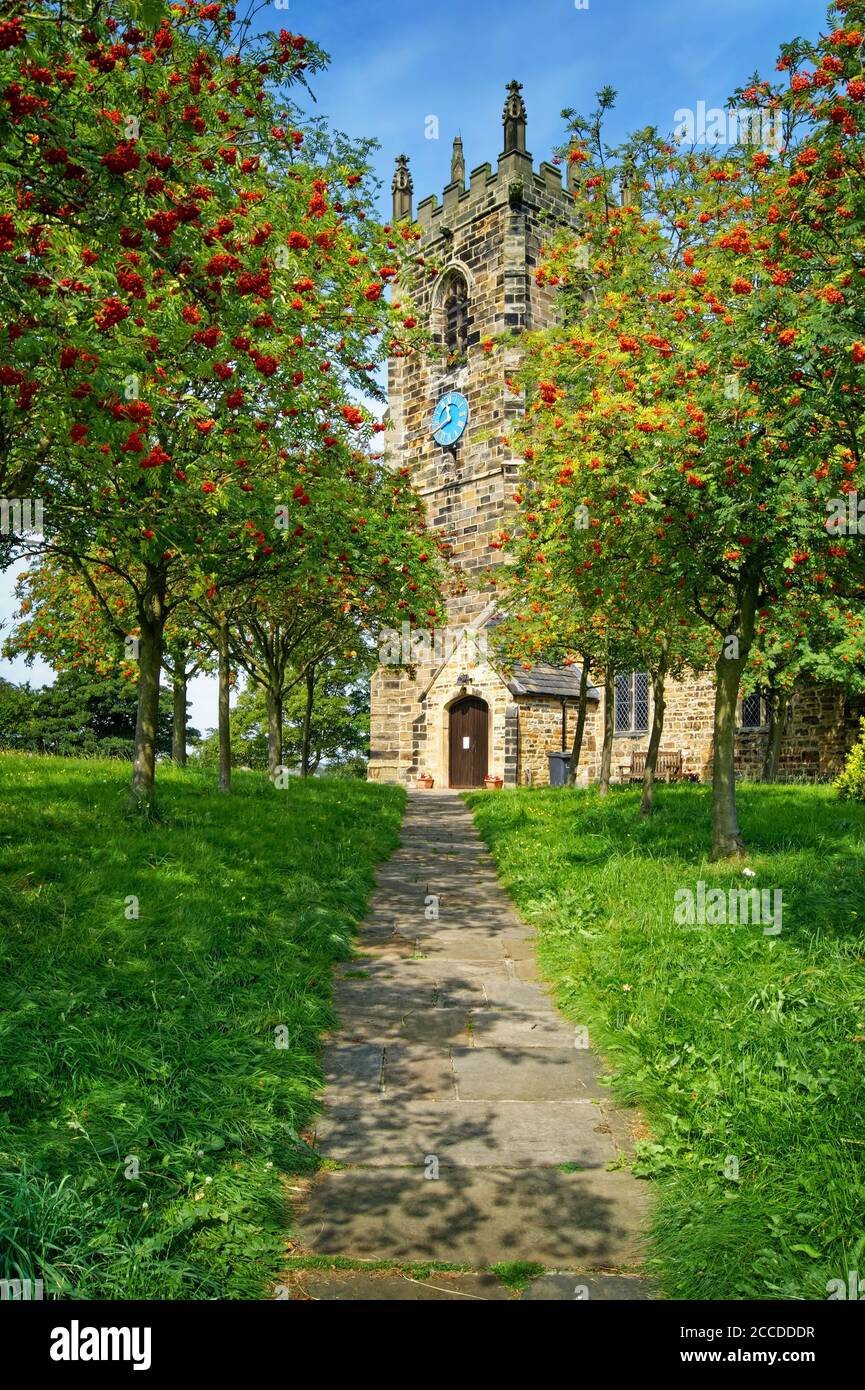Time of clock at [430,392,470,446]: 11:40
